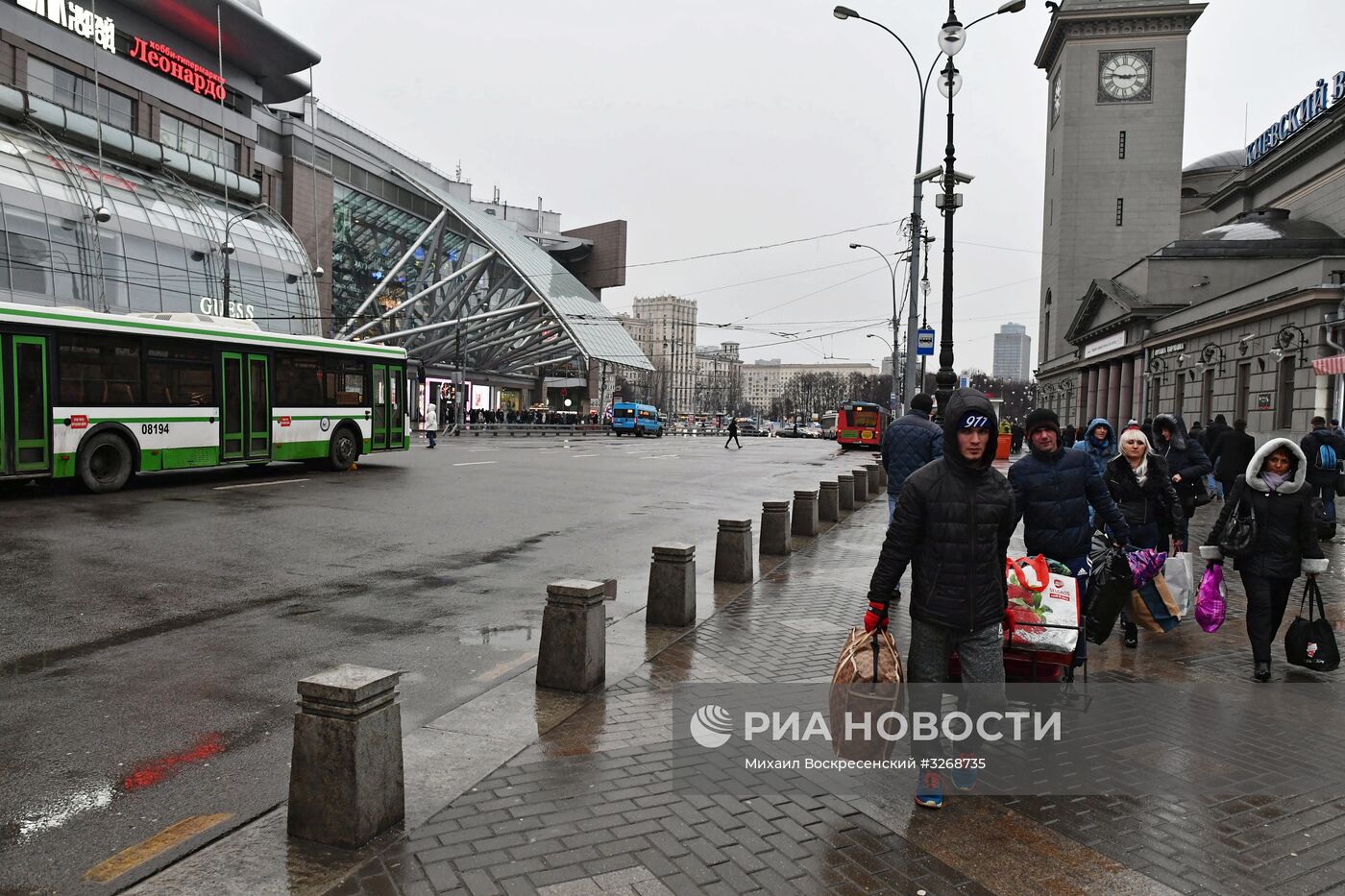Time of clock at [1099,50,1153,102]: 2:46
